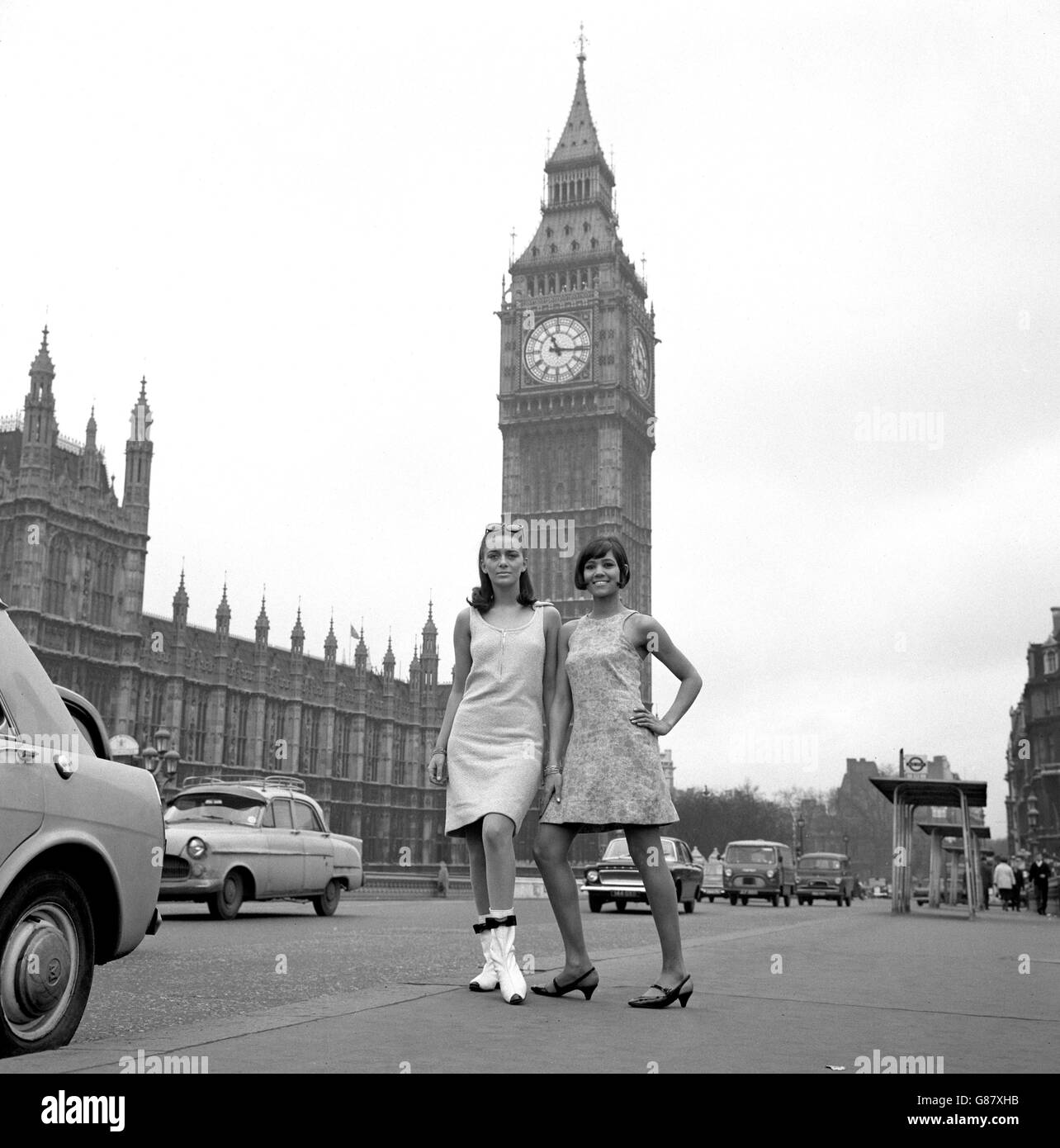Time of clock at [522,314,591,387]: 11:15
